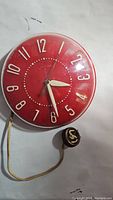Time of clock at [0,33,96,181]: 3:28
